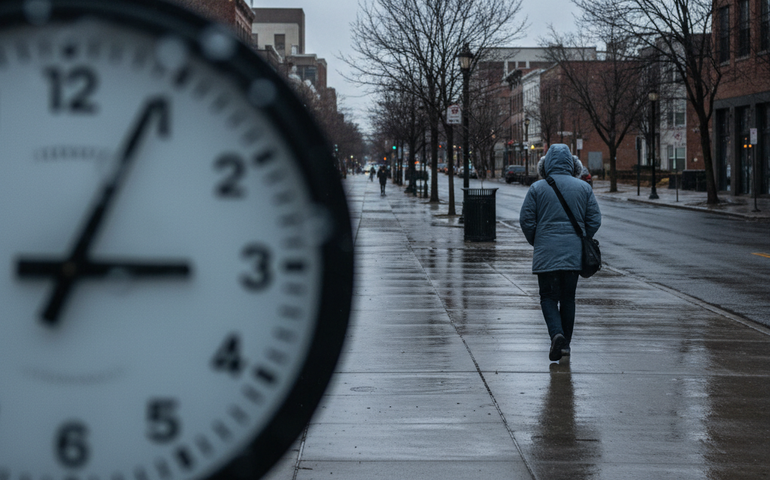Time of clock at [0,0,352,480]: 3:04
